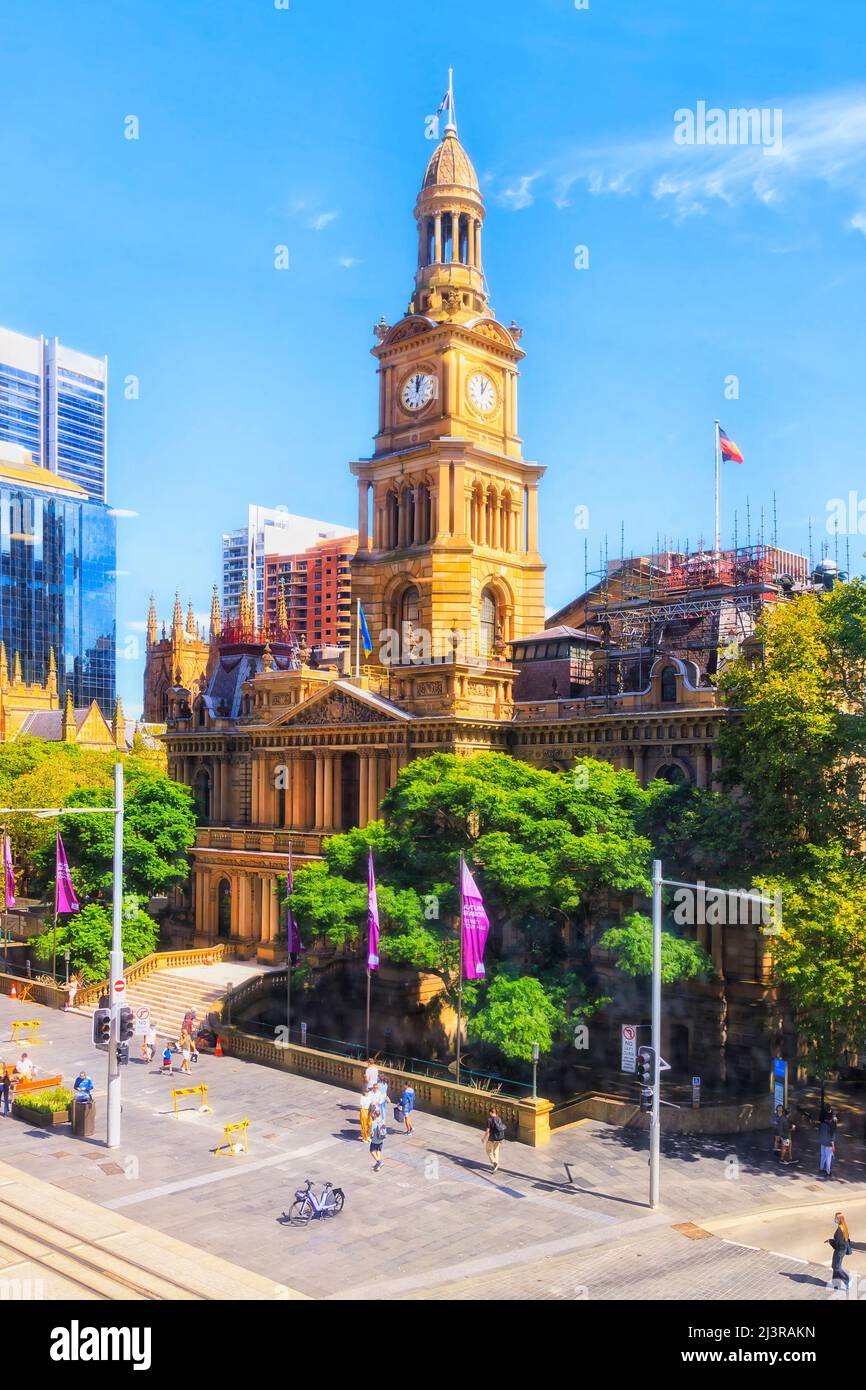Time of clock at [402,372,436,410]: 12:02
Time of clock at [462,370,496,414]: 12:05
